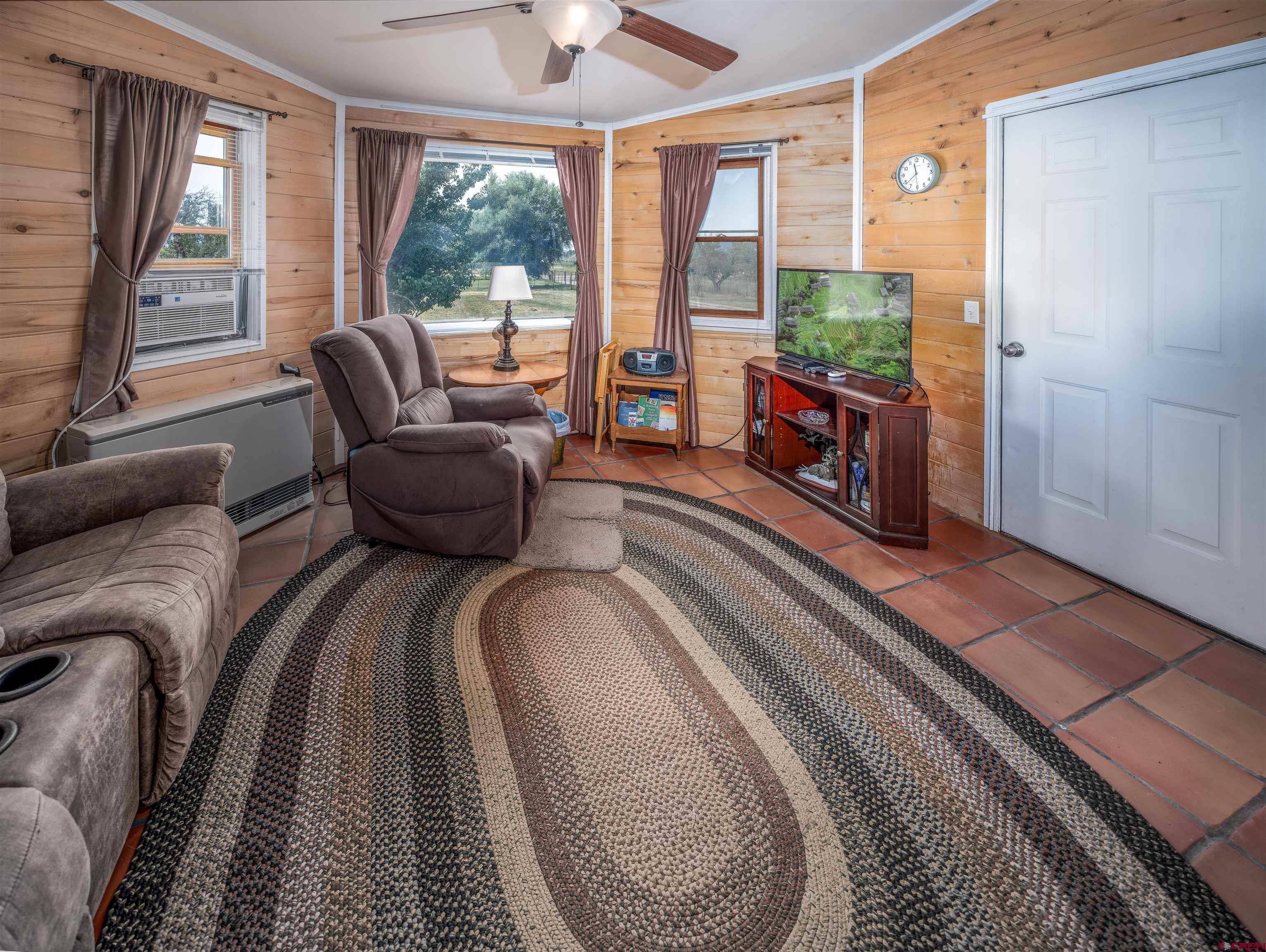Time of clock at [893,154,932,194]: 11:38
